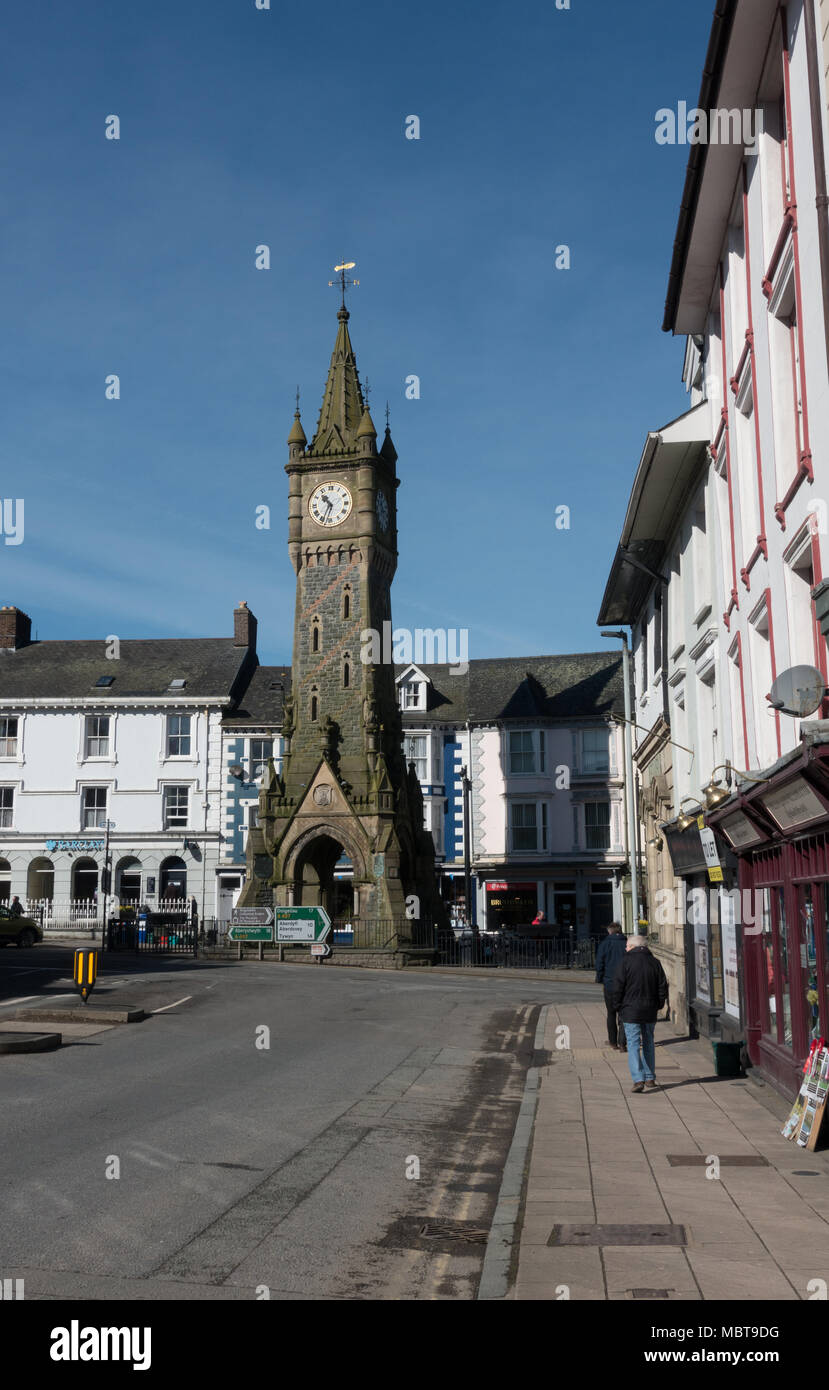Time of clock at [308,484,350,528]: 10:34
